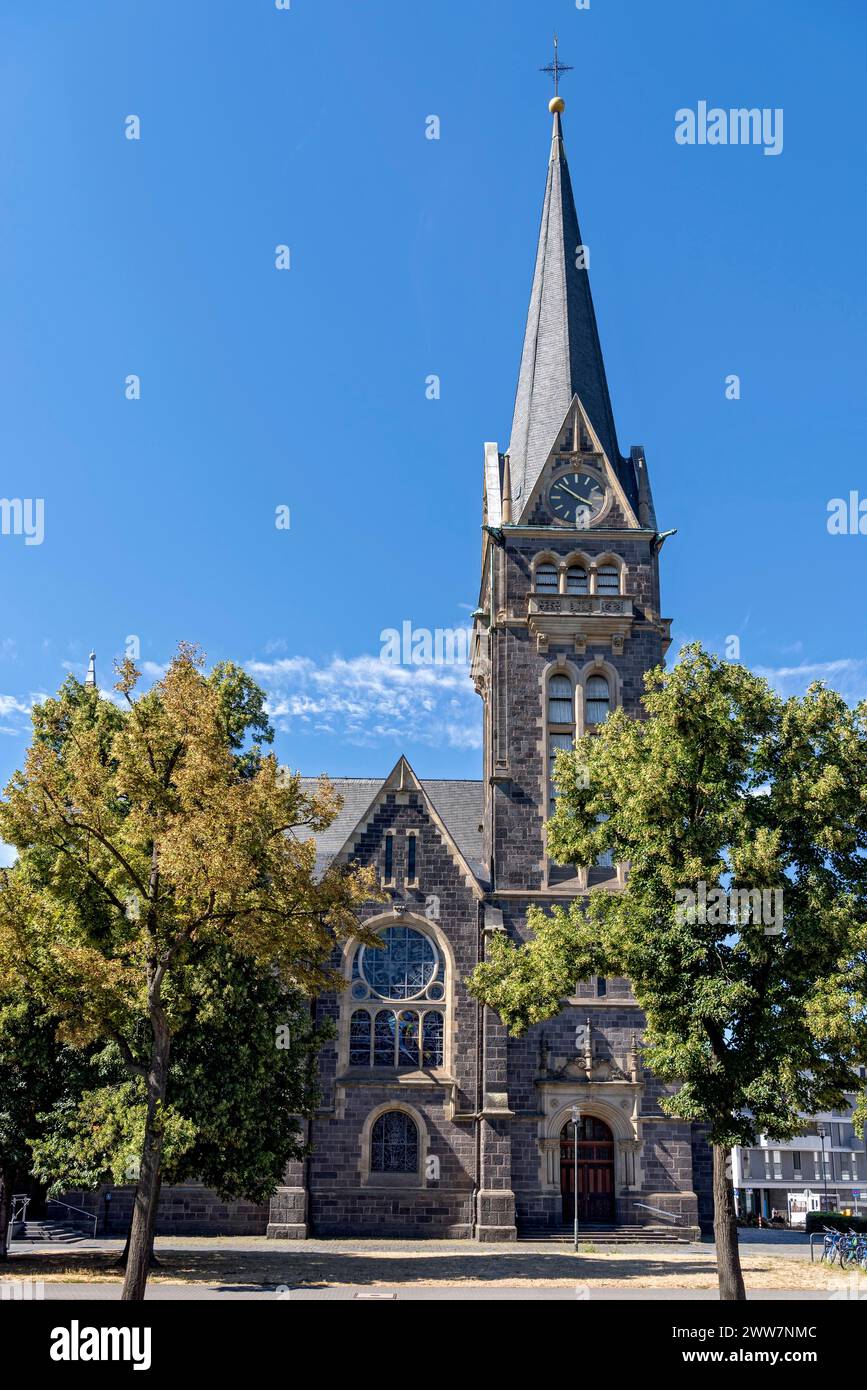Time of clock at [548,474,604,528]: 3:51
